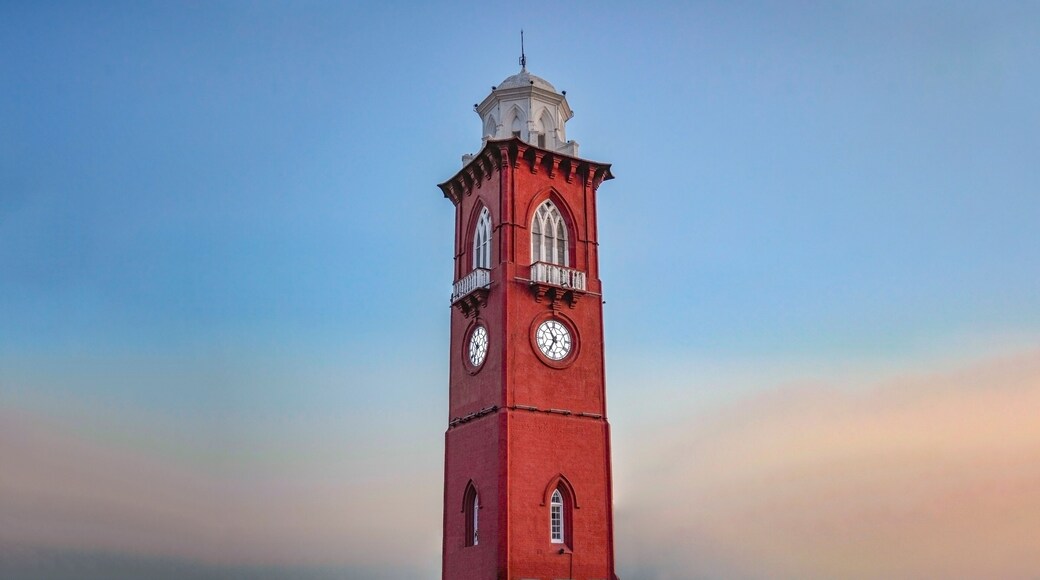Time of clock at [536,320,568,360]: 6:54
